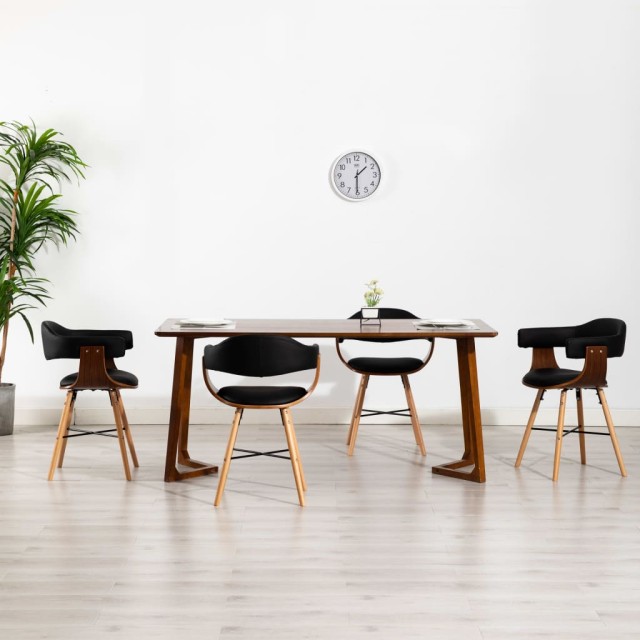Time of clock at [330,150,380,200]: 1:30
